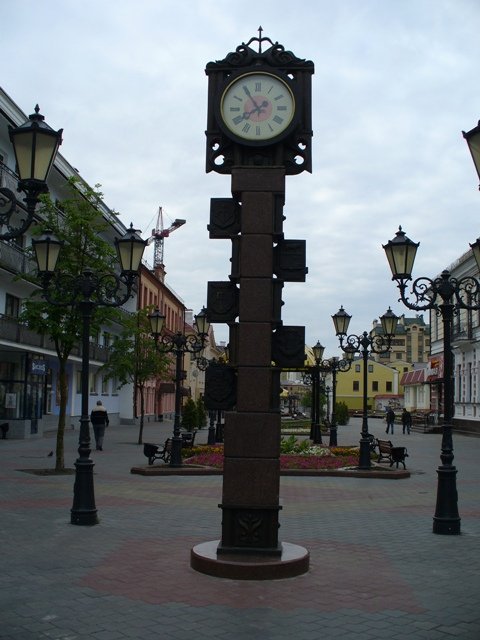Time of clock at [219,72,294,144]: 7:54
